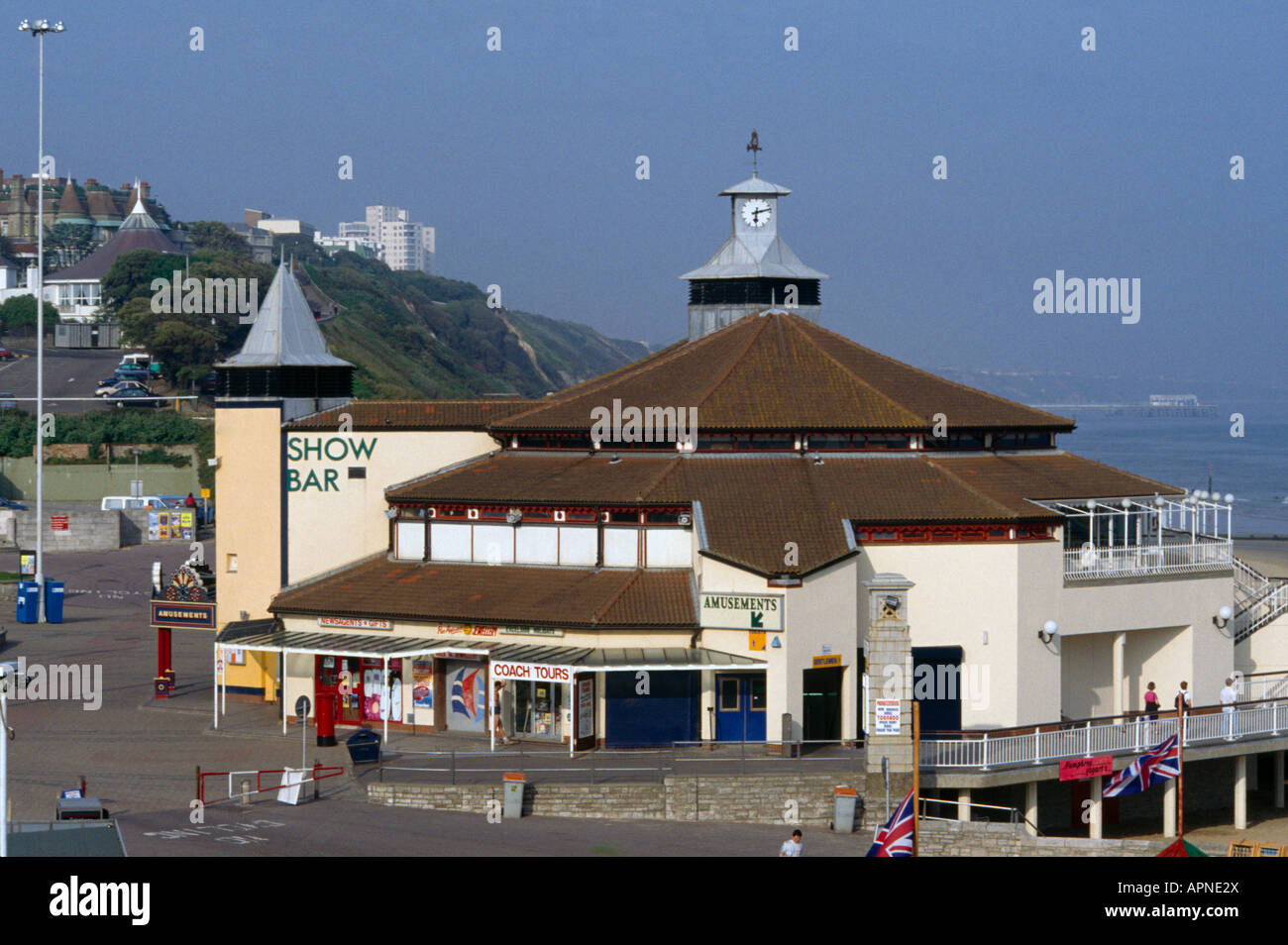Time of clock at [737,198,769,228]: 6:13
